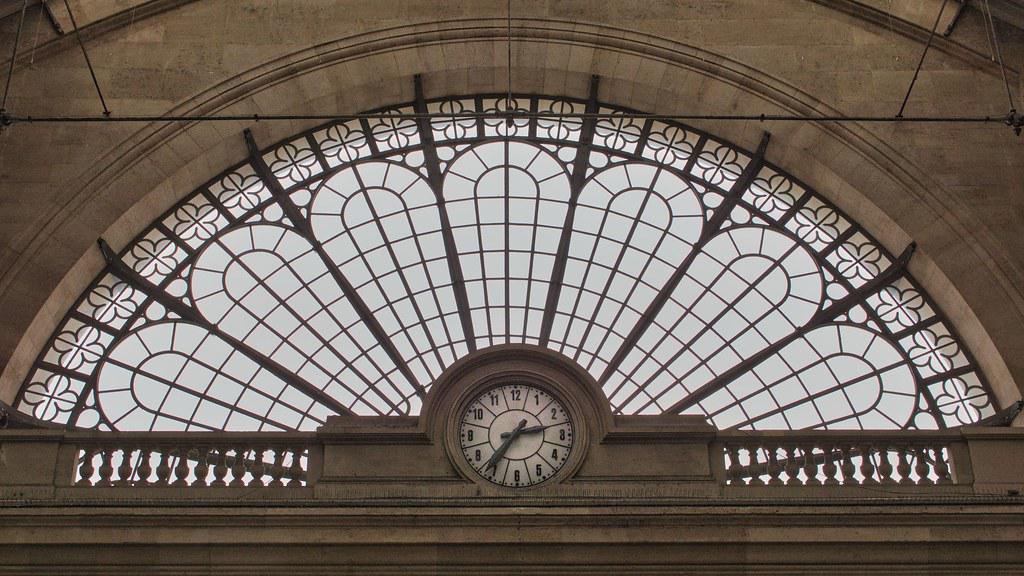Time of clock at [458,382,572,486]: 2:36
